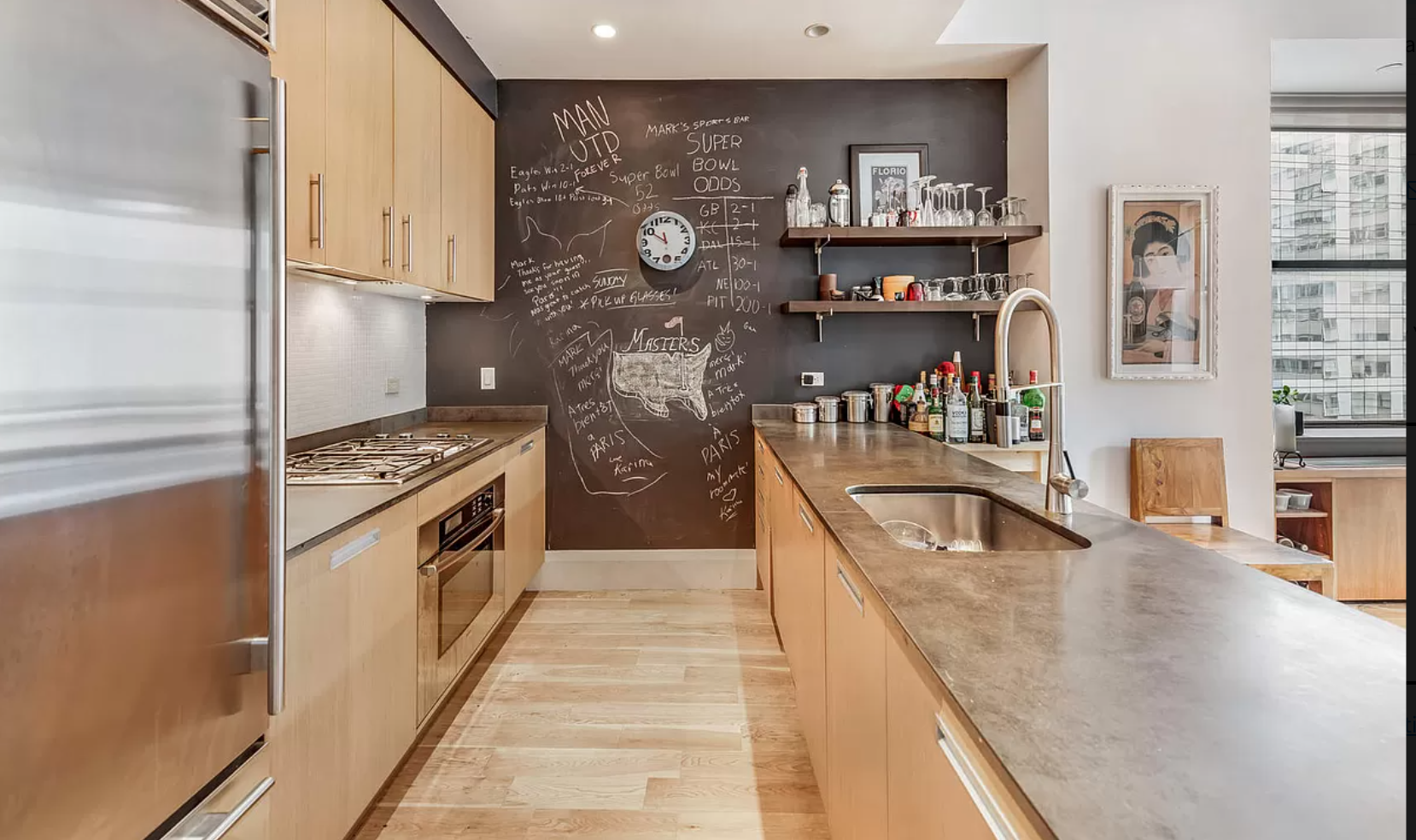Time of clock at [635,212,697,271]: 11:50
